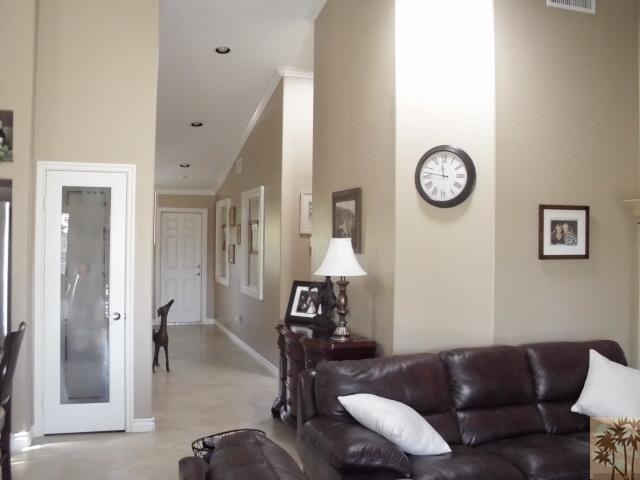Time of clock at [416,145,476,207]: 11:46
